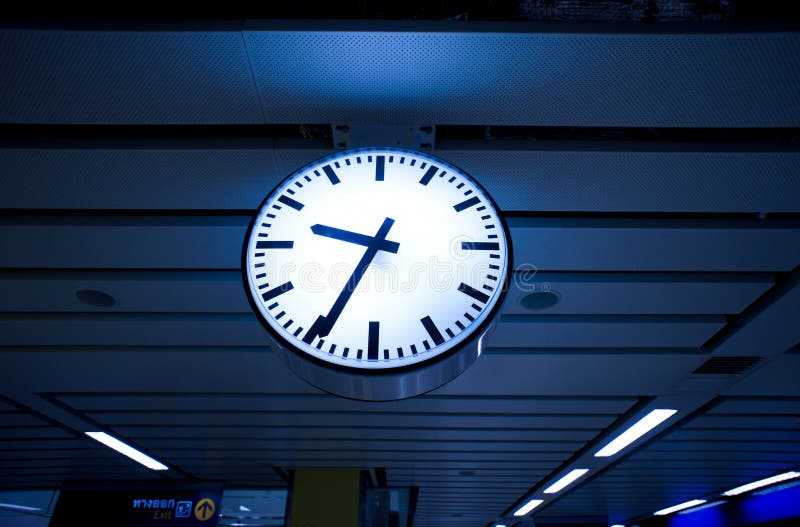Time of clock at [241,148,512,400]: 9:34
